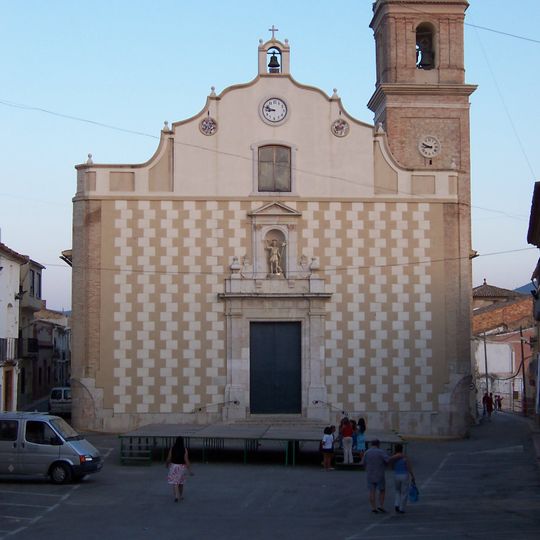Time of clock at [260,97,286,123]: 8:48
